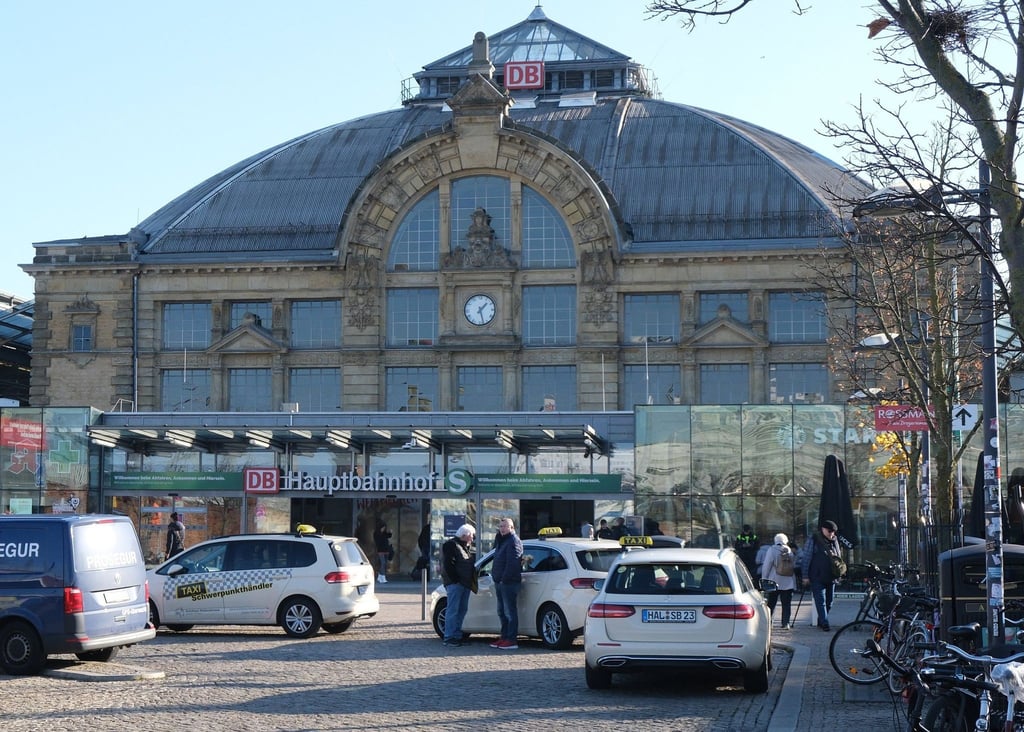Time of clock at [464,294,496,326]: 1:27
